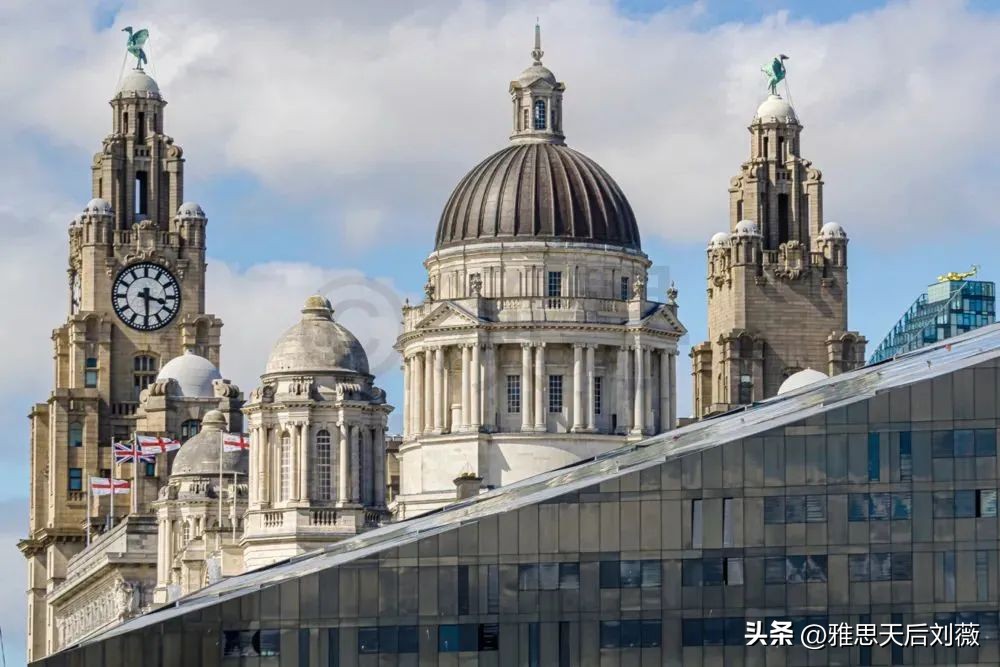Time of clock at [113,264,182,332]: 3:29
